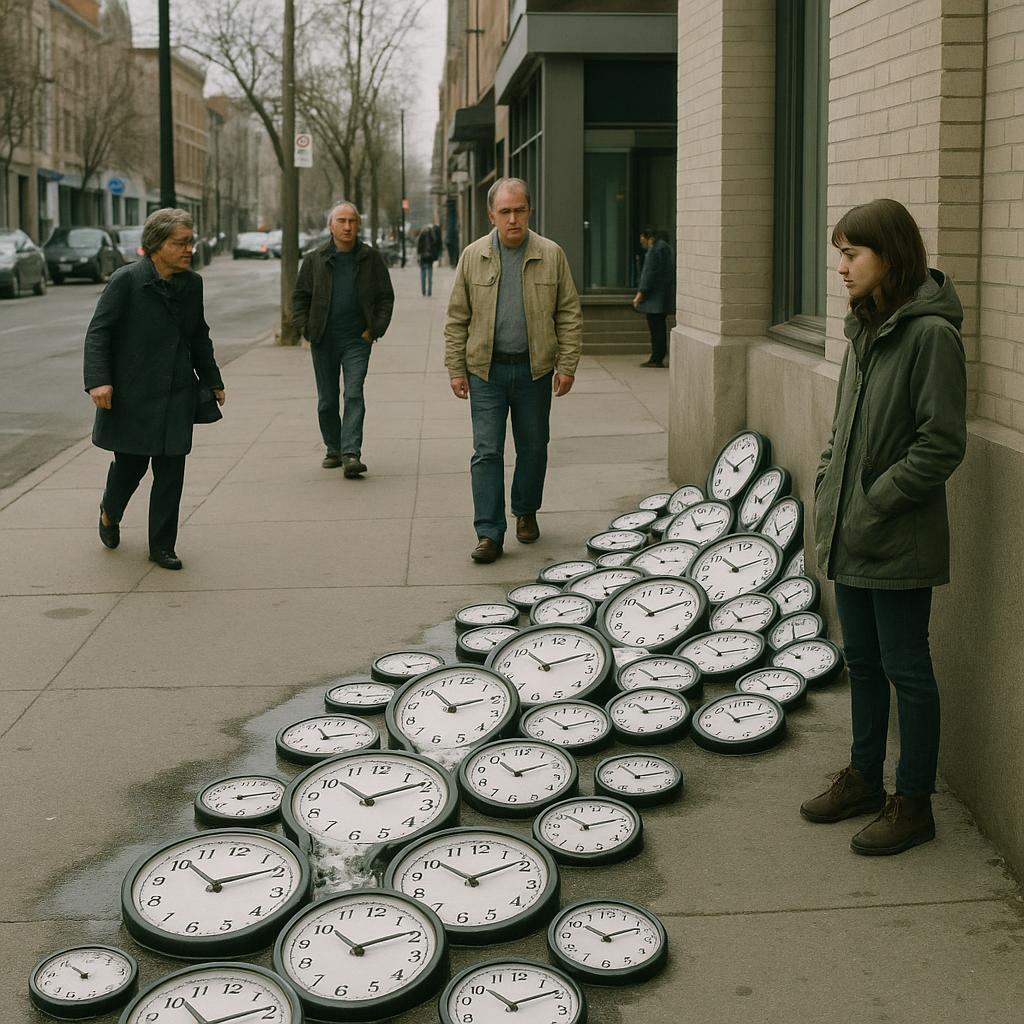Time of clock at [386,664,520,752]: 1:51
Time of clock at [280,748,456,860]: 10:10
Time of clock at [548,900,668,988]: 10:10
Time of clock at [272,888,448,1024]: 10:09
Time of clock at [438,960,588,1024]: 10:09
